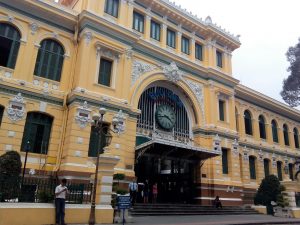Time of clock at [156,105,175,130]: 3:43
